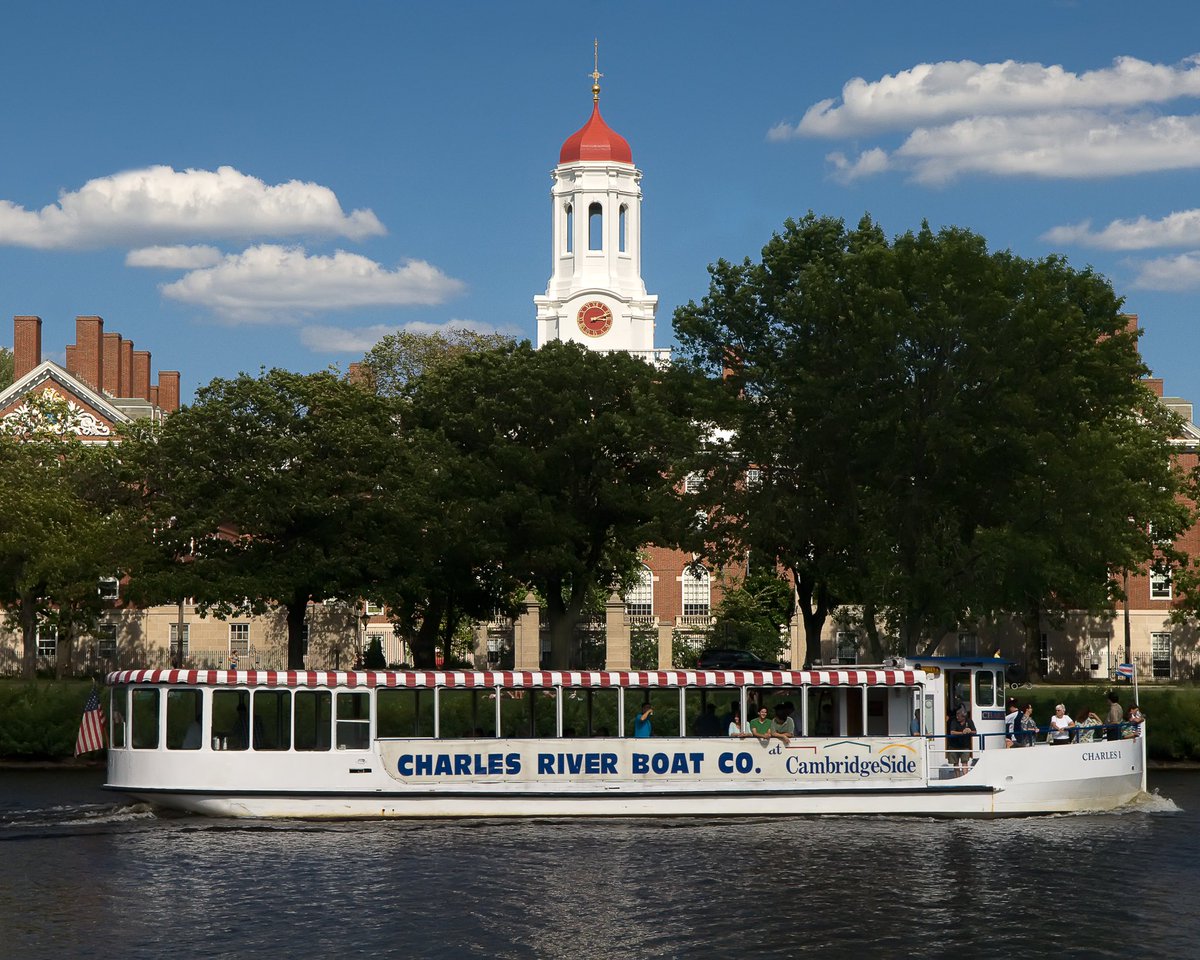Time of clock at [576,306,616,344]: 3:11
